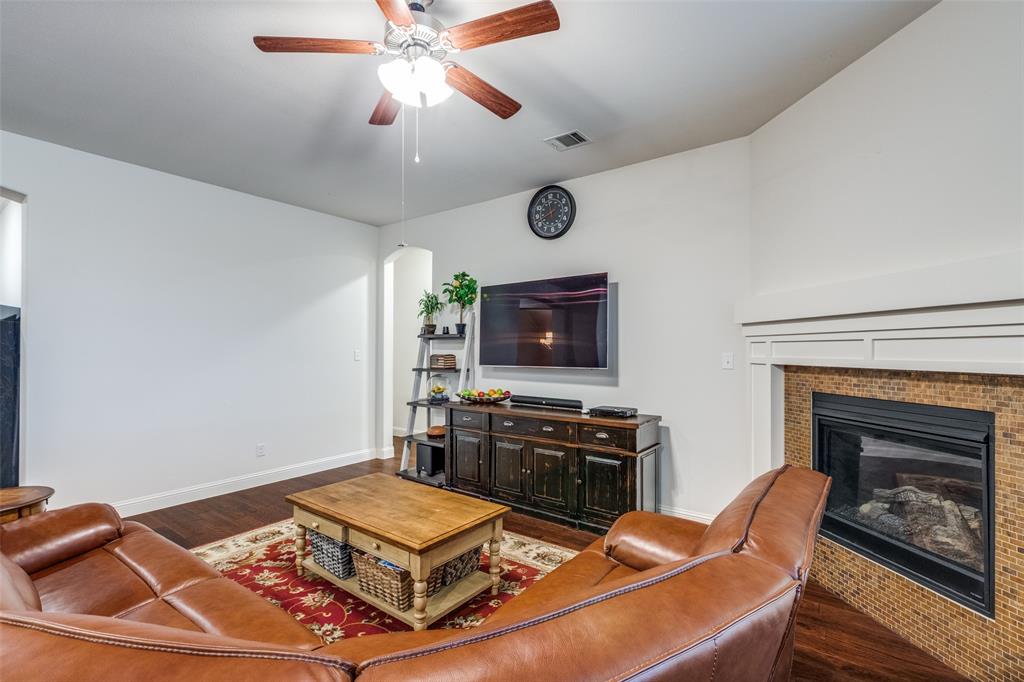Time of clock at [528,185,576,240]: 11:41
